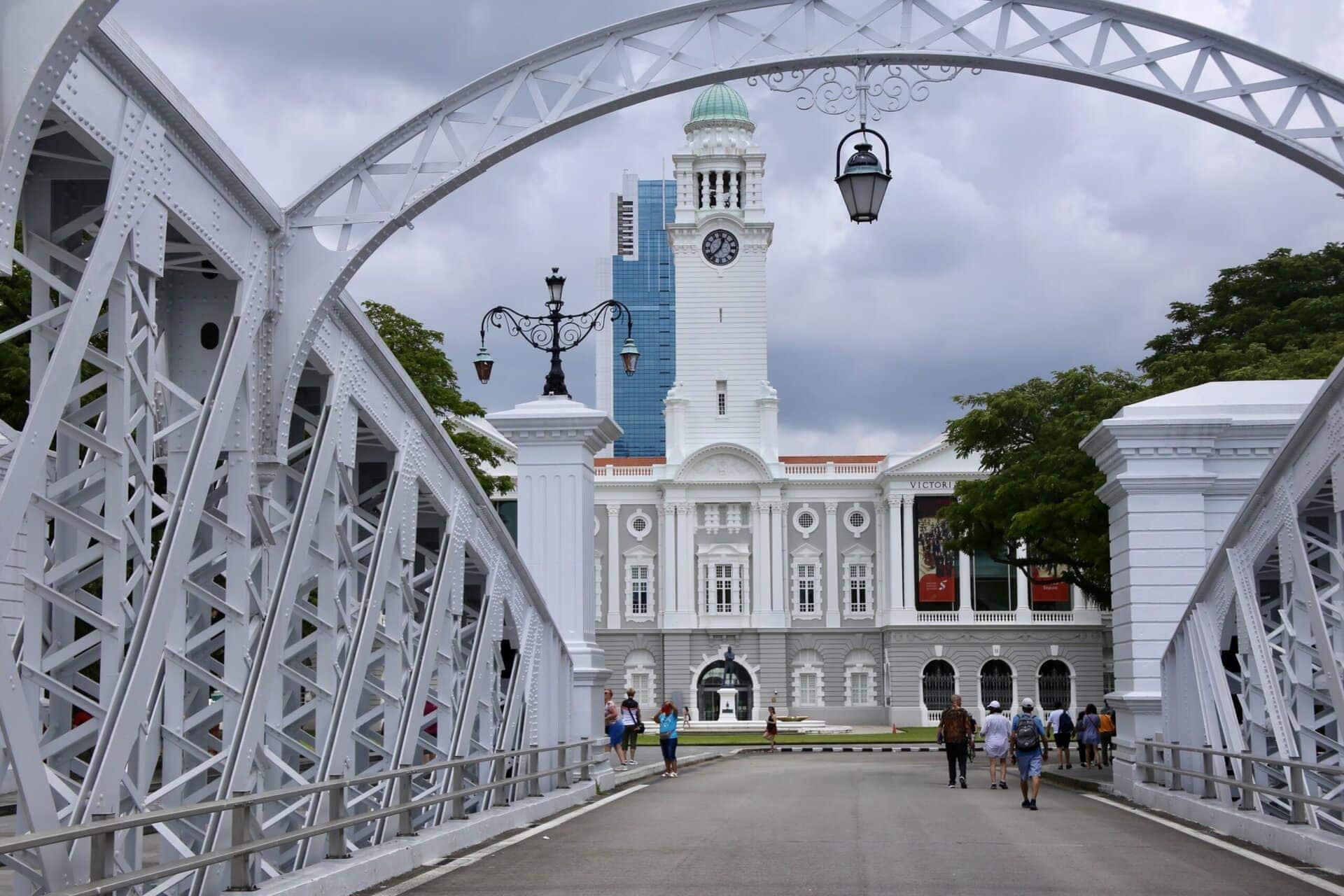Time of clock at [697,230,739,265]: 12:37
